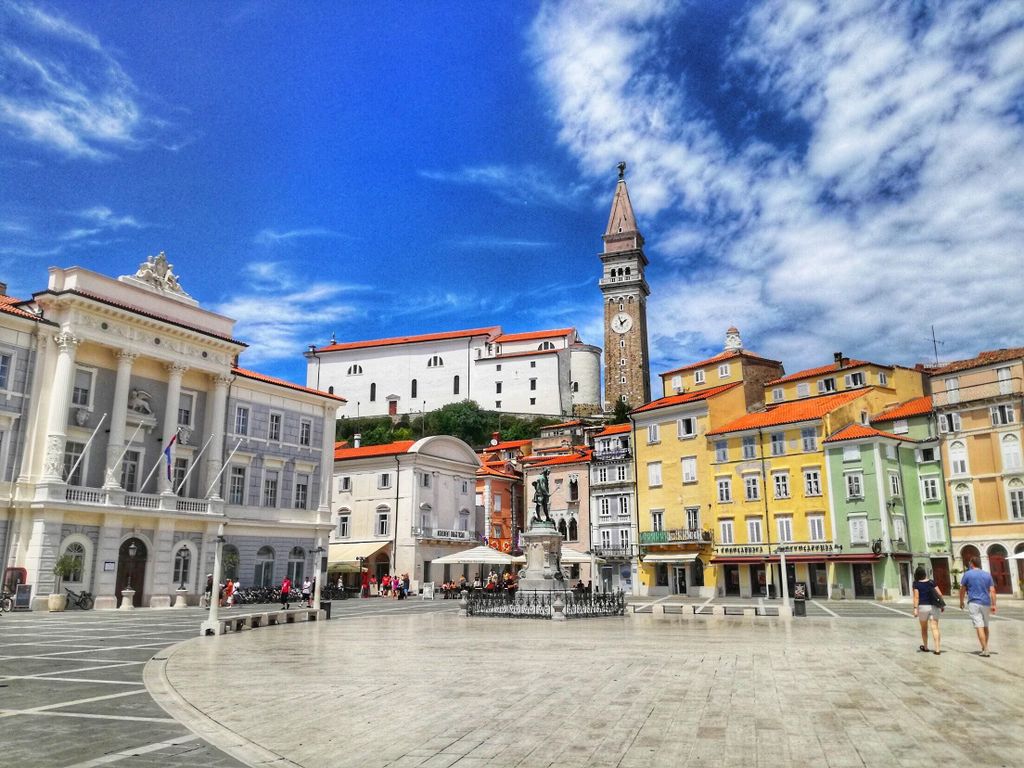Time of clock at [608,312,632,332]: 1:56
